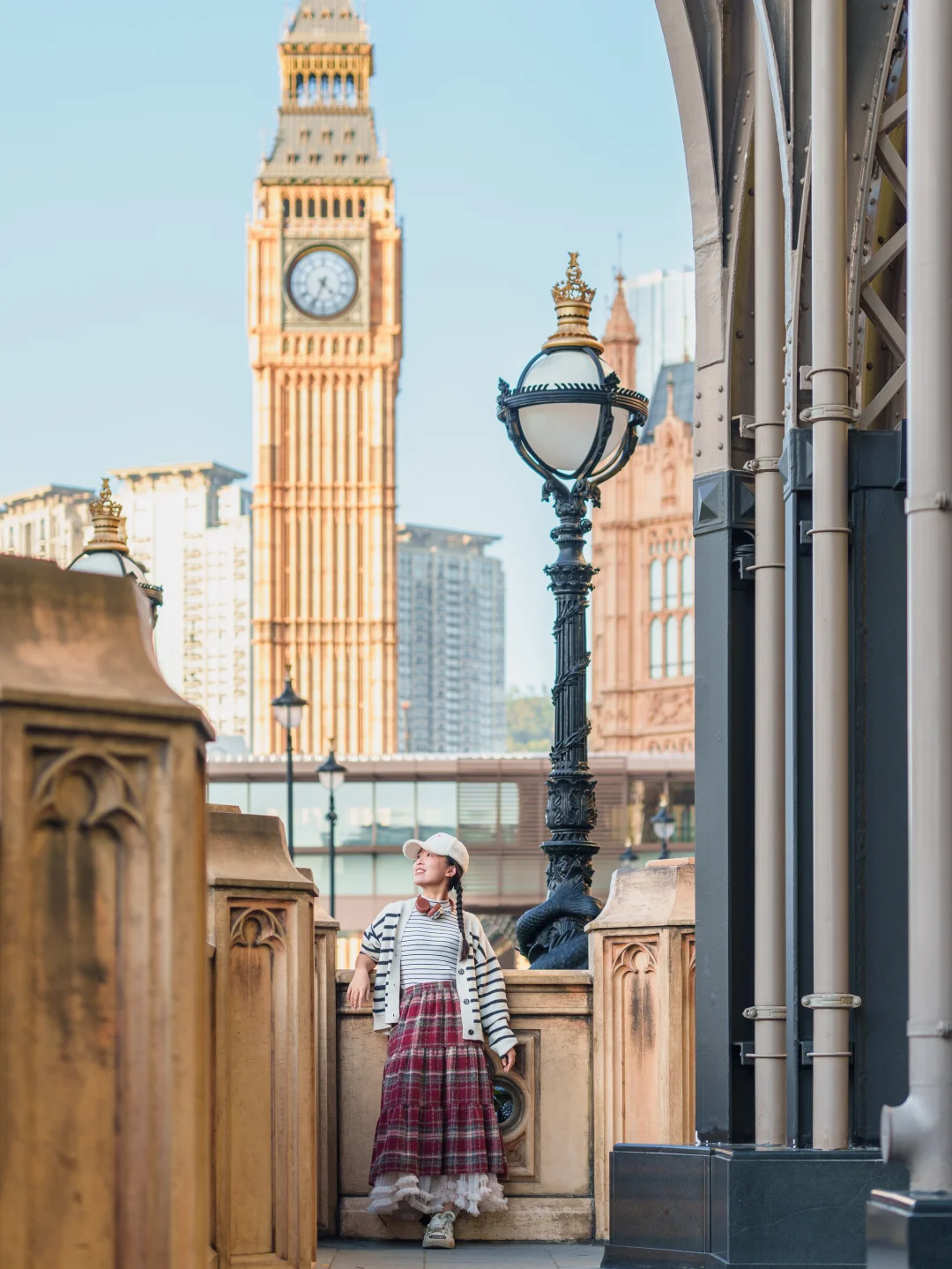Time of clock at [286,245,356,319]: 4:33
